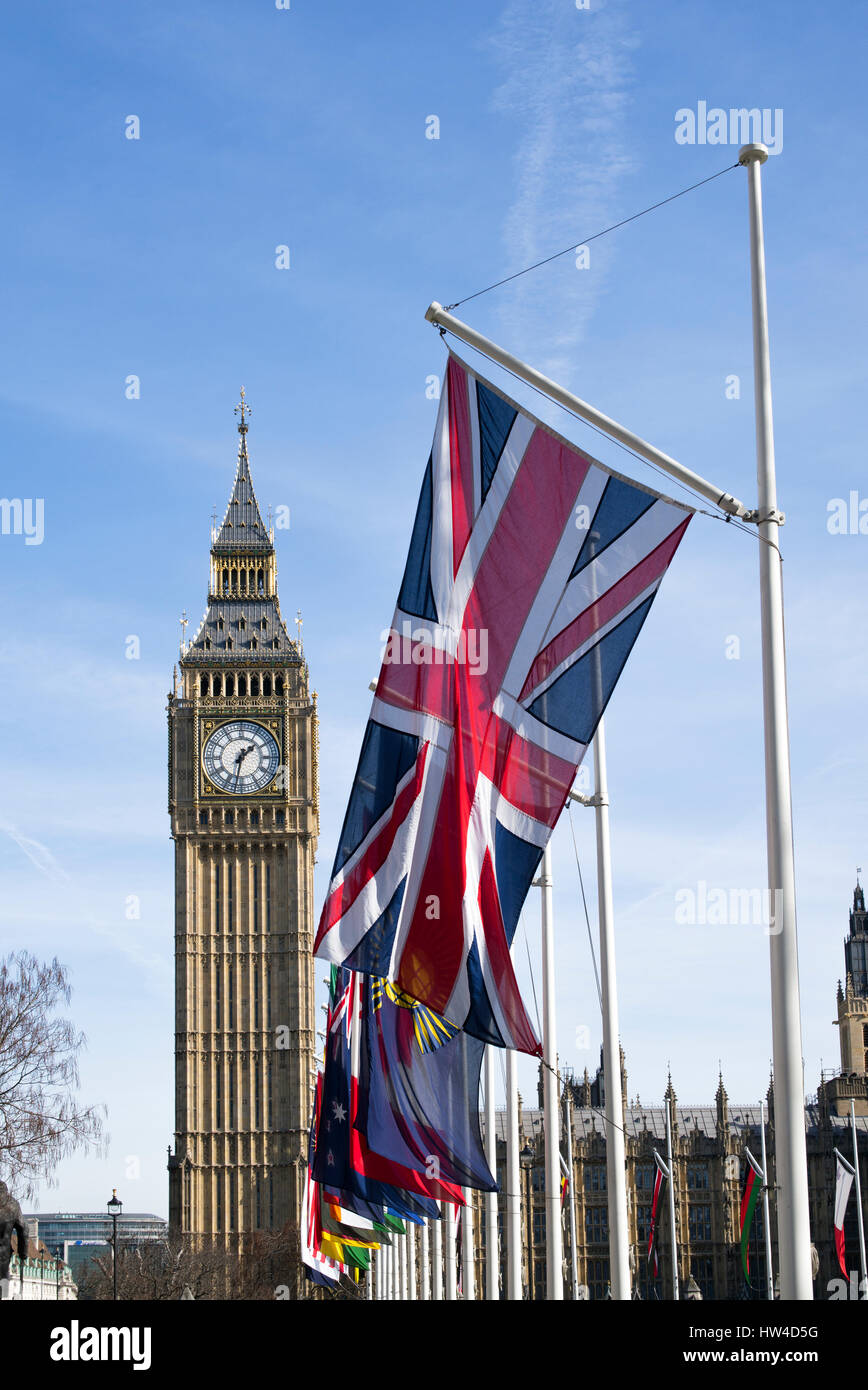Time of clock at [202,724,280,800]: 1:32
